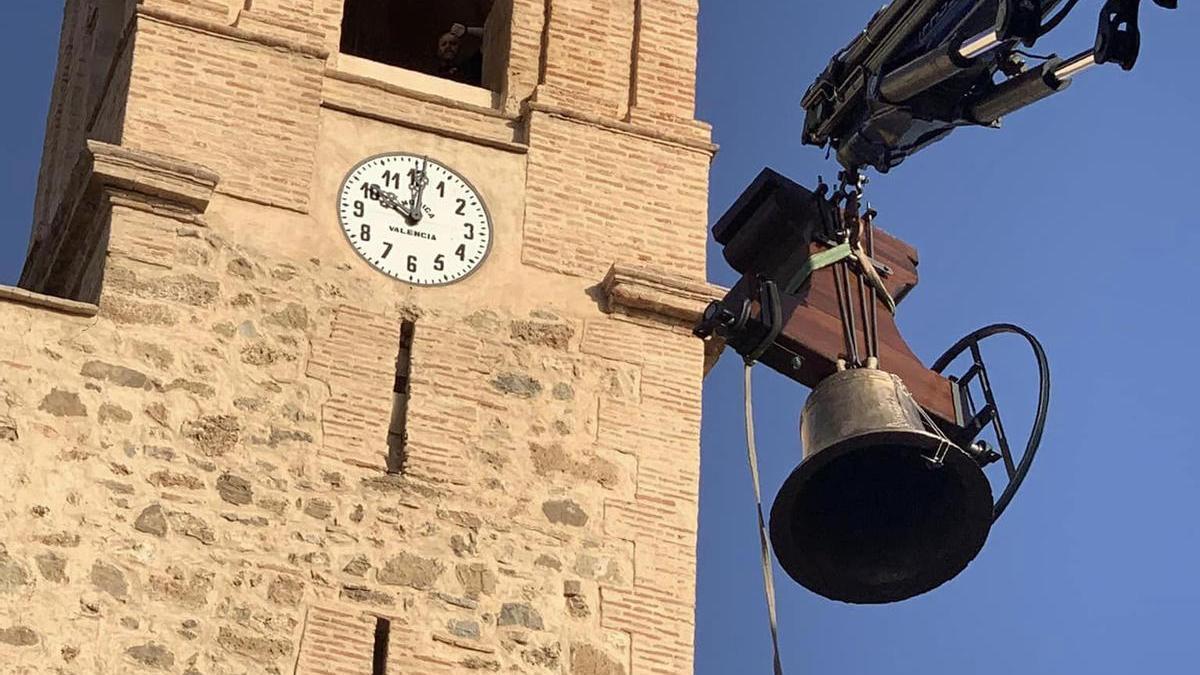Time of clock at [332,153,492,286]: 10:00
